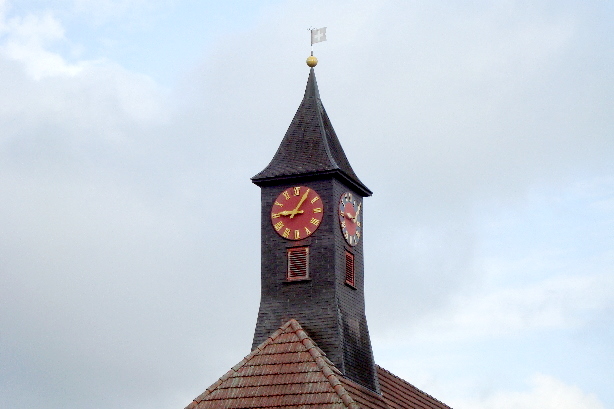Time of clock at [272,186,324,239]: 9:05
